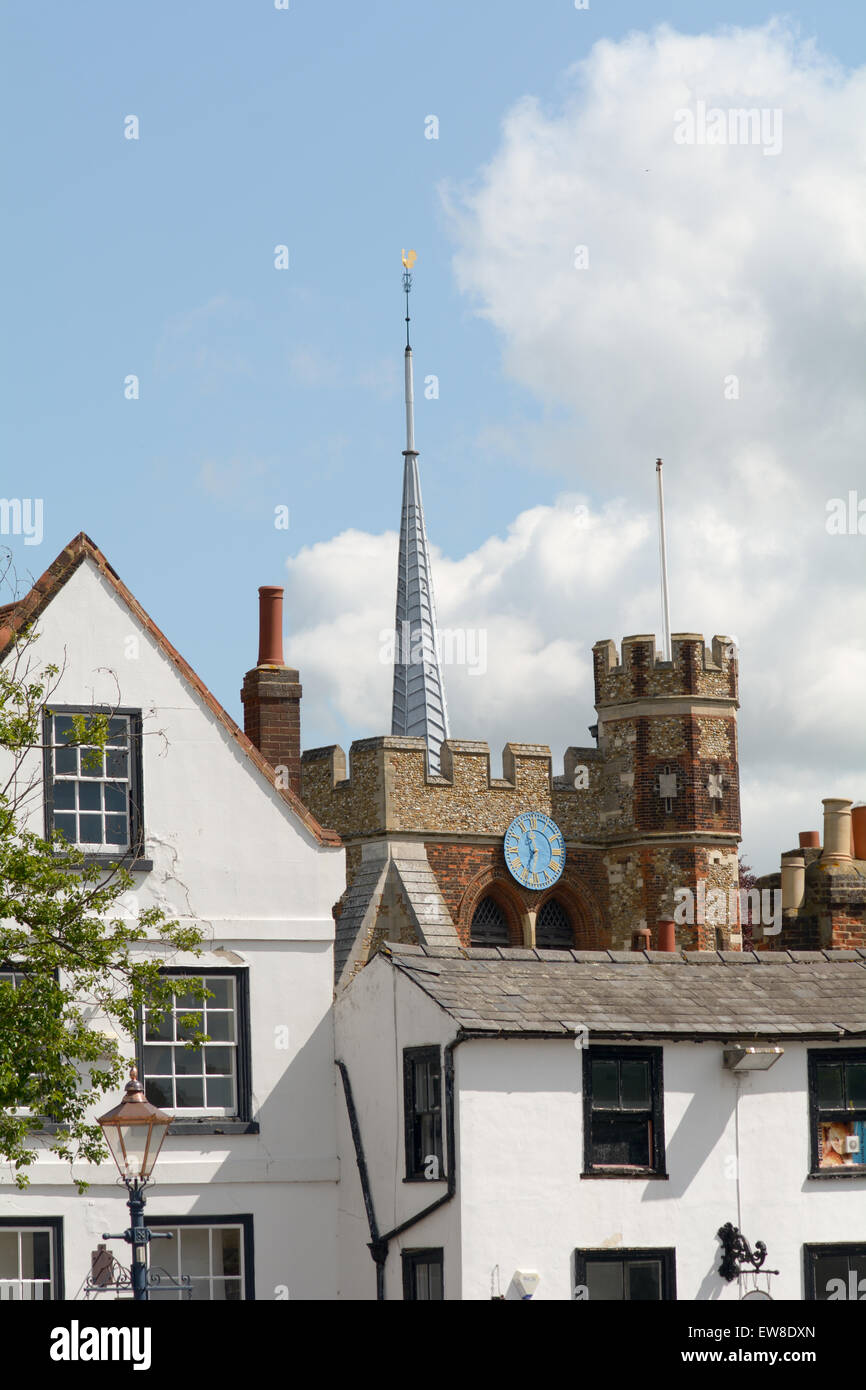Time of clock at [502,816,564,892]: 6:59
